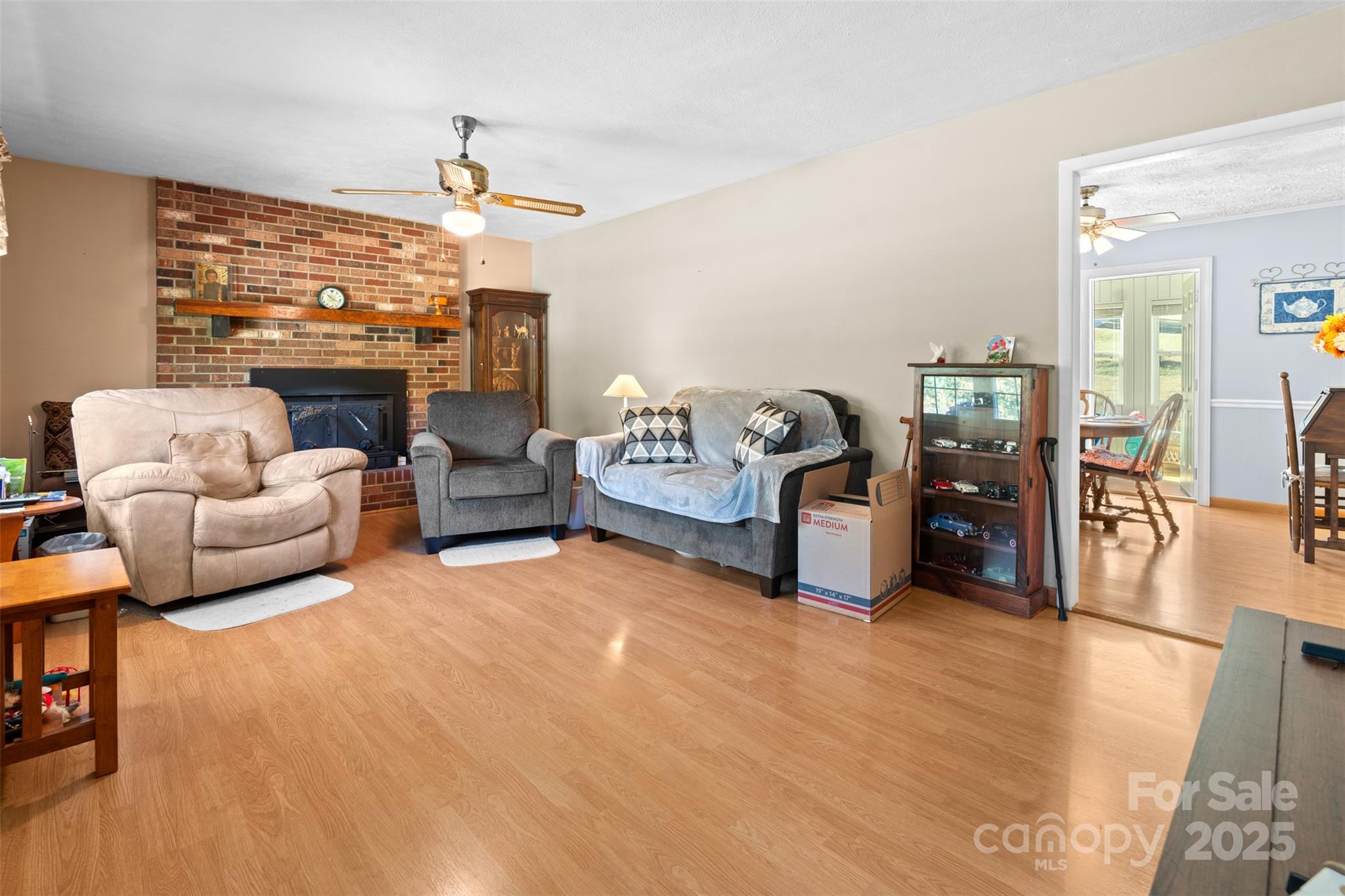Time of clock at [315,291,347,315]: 10:19
